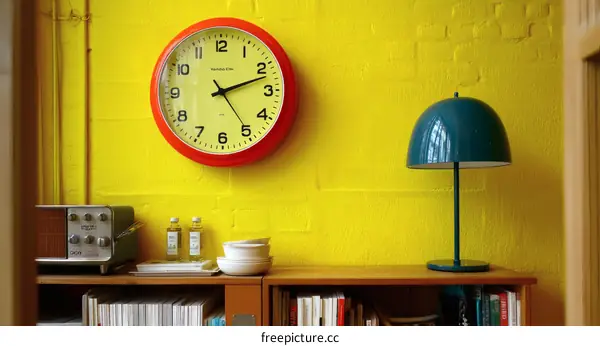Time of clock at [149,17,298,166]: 2:11
